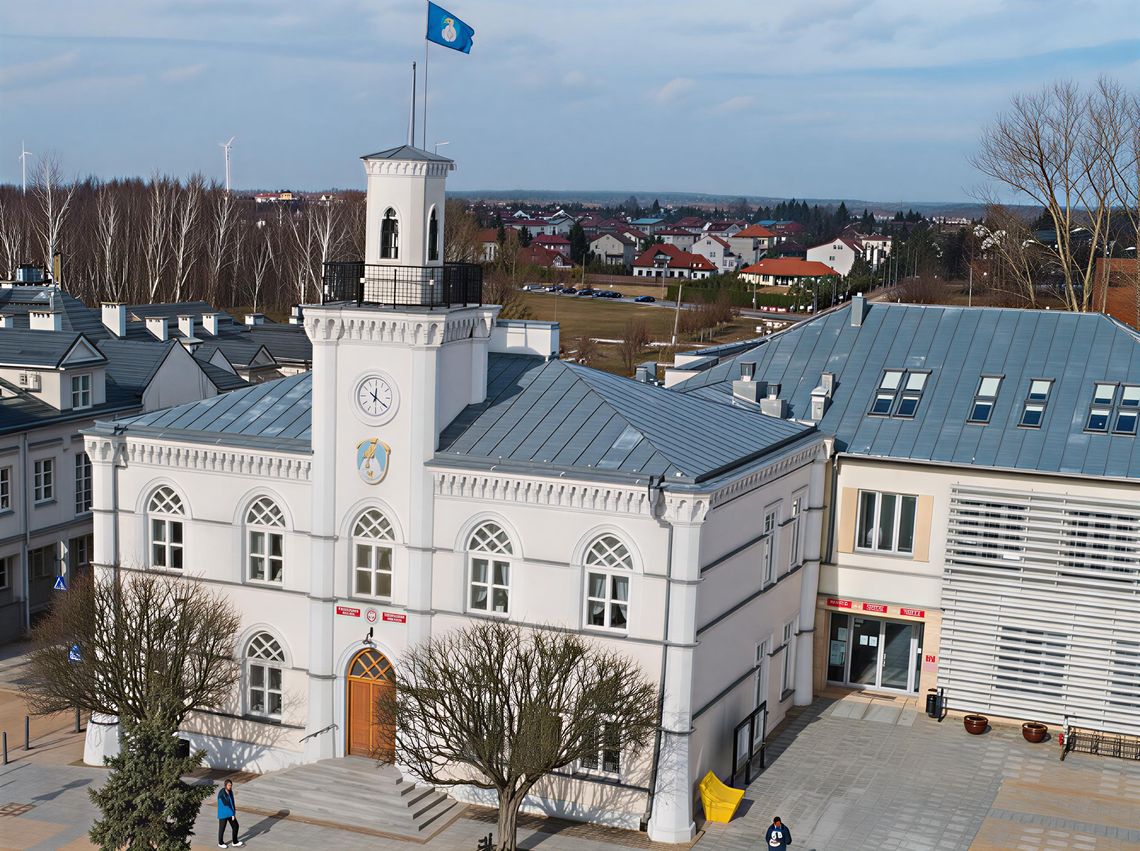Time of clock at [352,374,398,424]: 12:20
